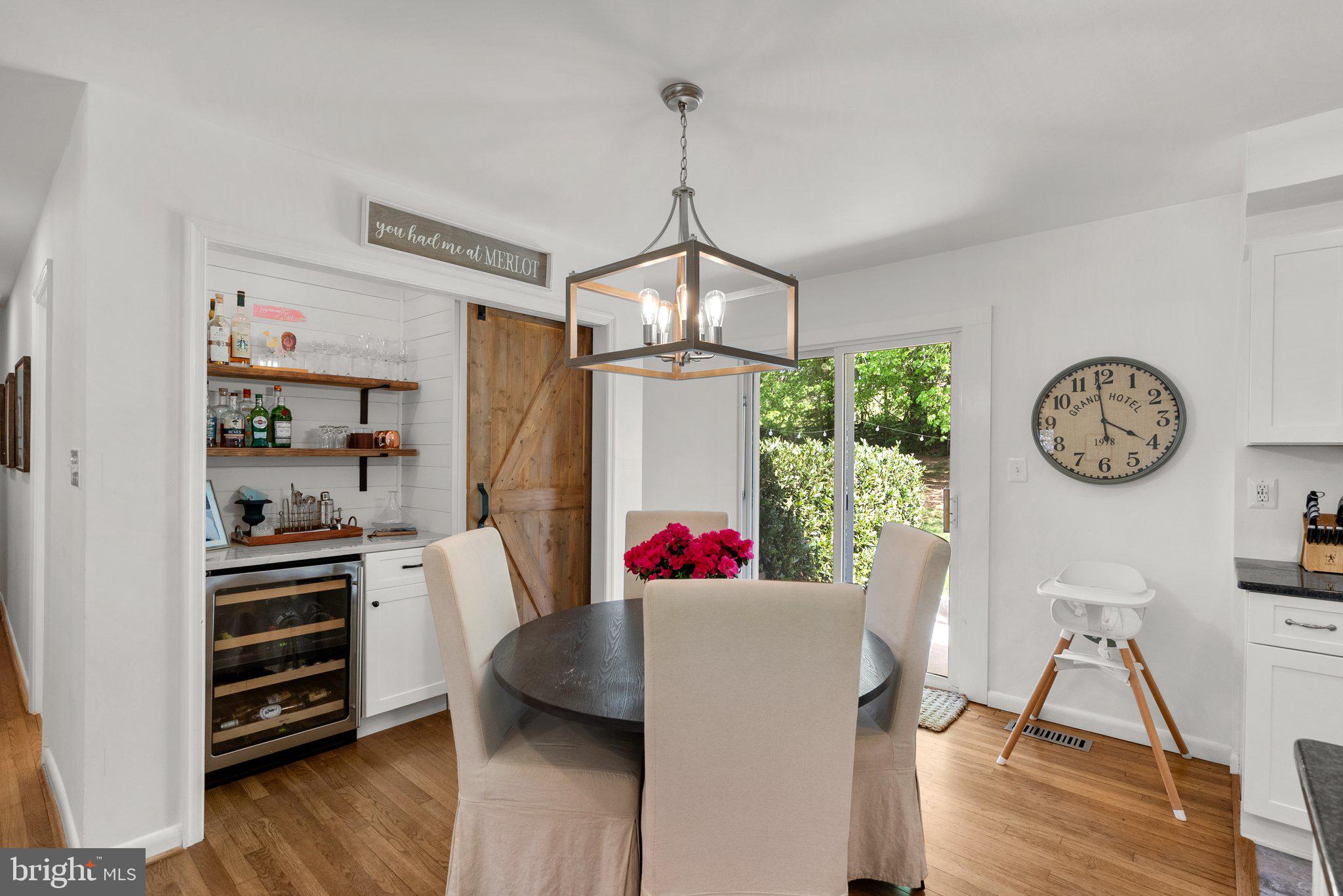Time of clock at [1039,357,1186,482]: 3:58
